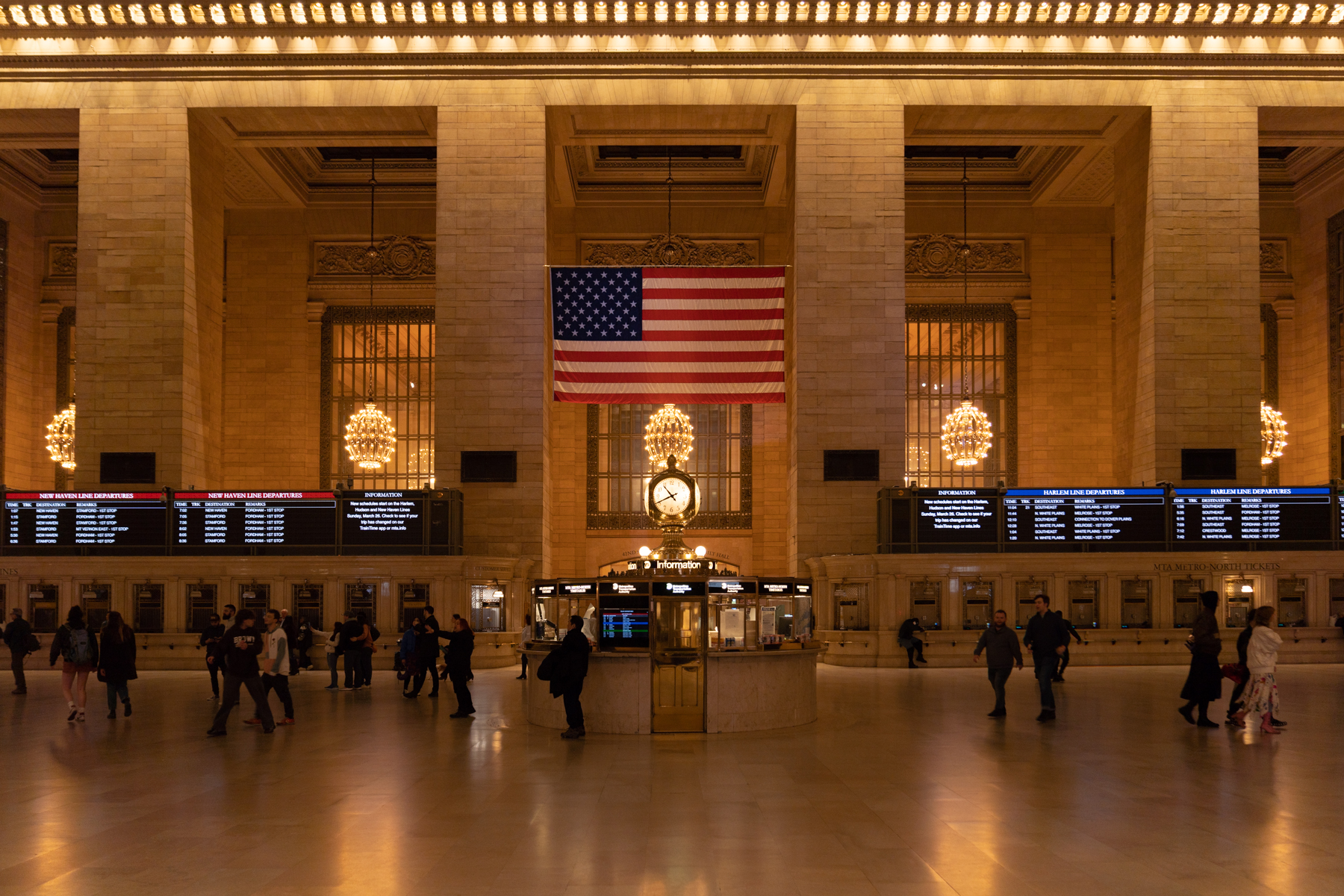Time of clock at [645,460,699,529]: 10:41
